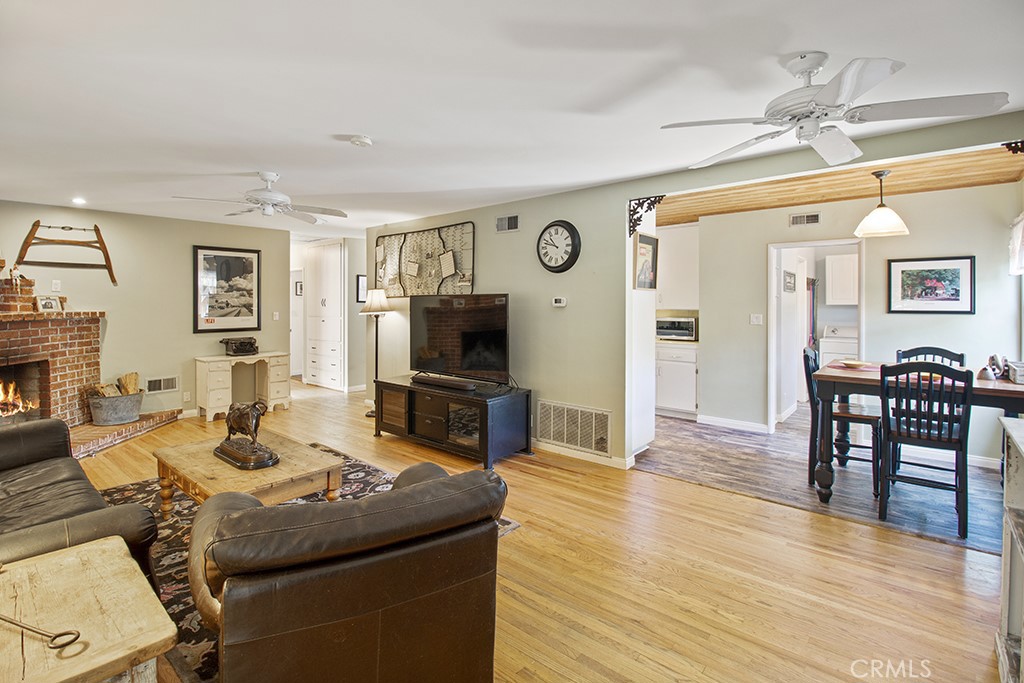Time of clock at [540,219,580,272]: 10:47
